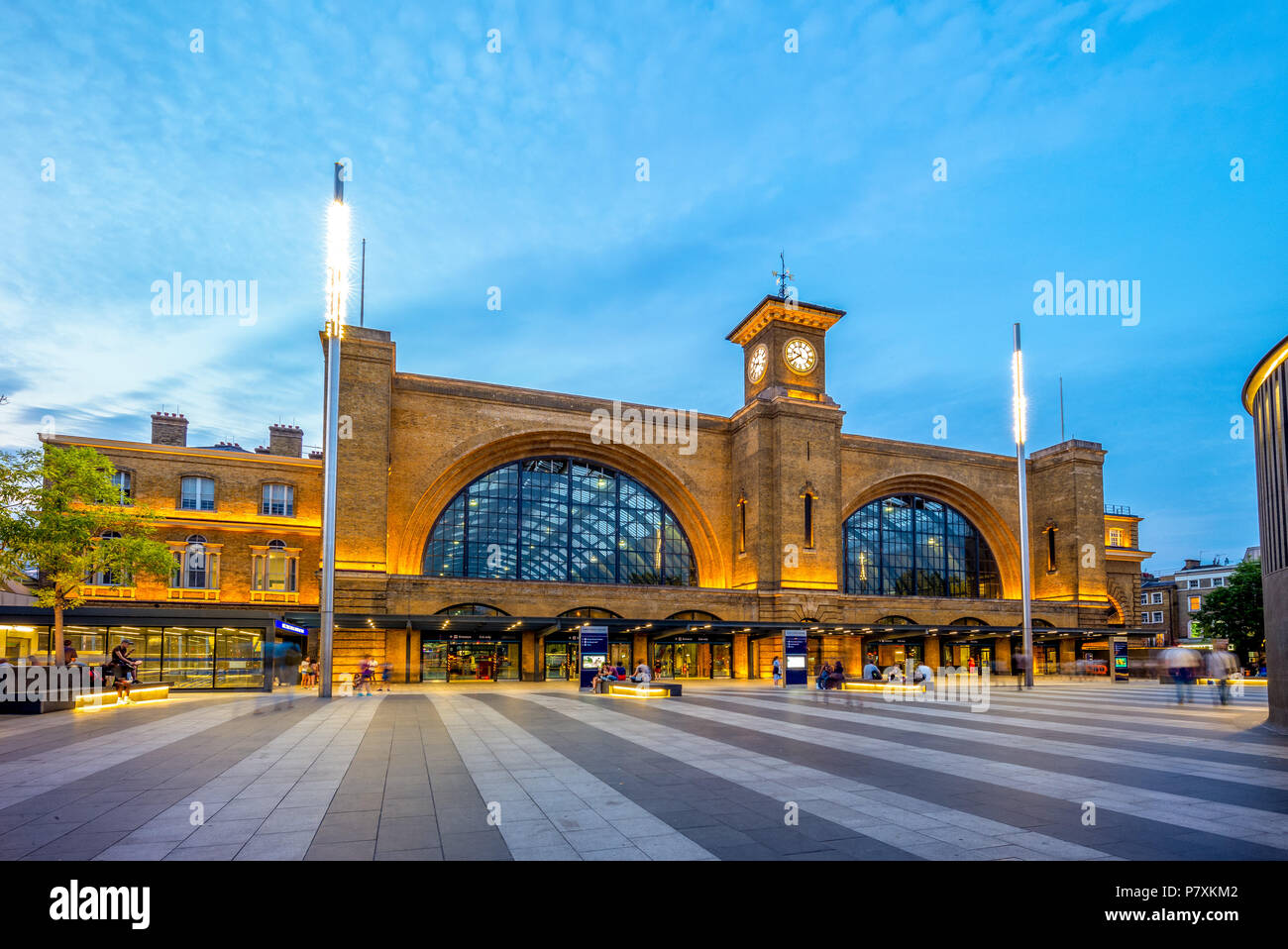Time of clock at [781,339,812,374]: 9:39
